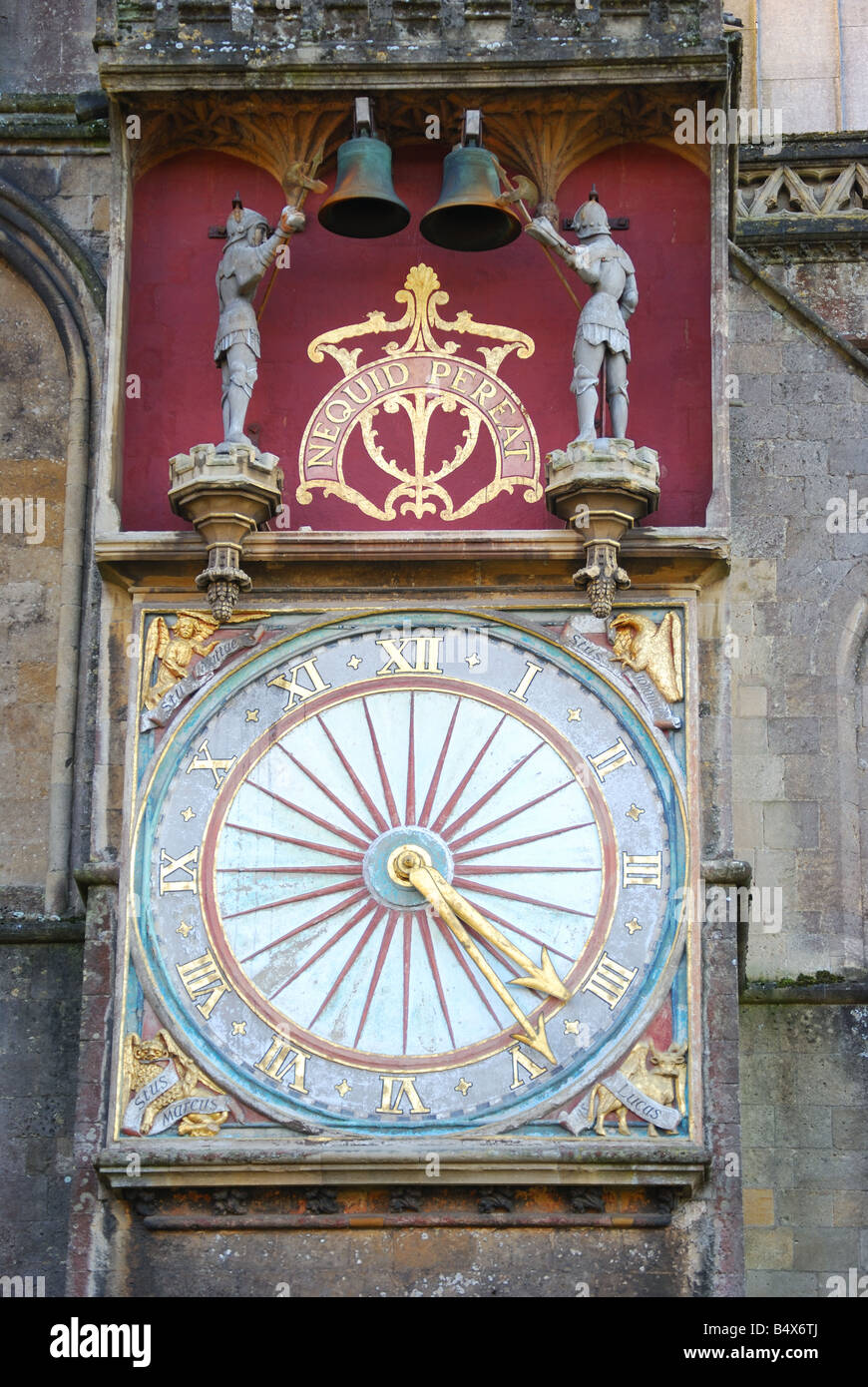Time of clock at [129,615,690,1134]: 4:21
